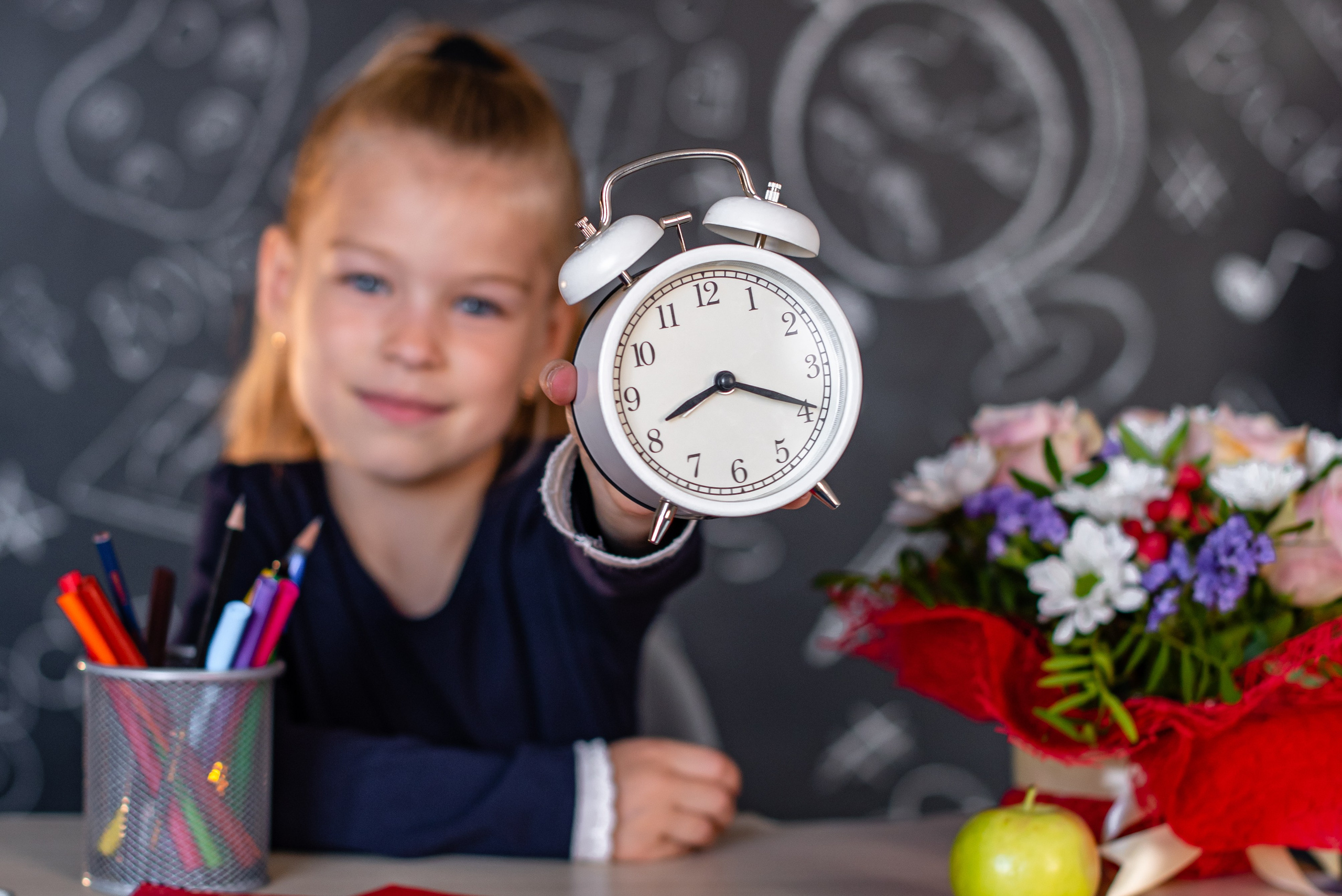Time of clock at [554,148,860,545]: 8:19
